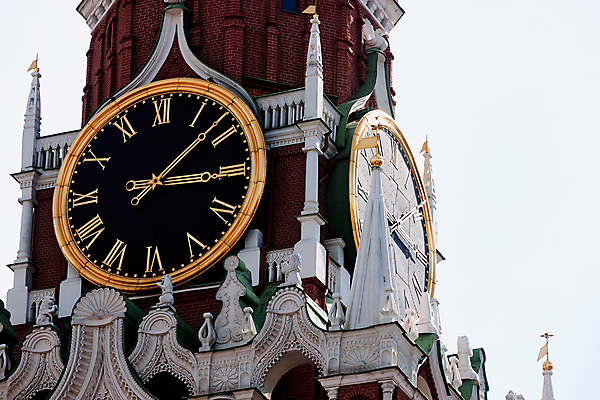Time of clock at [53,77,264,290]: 3:08
